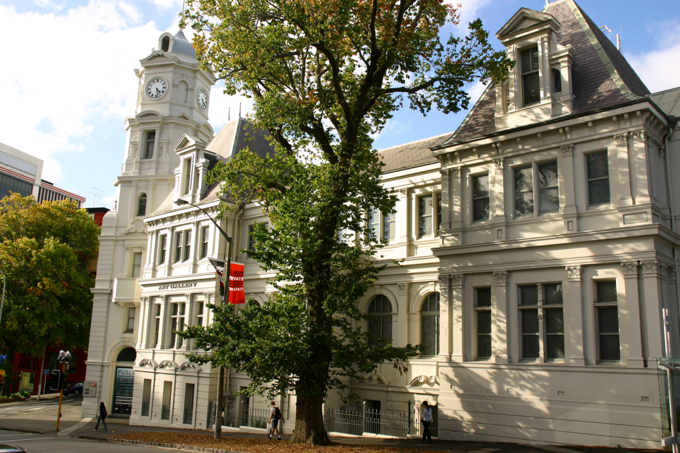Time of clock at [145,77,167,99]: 4:27
